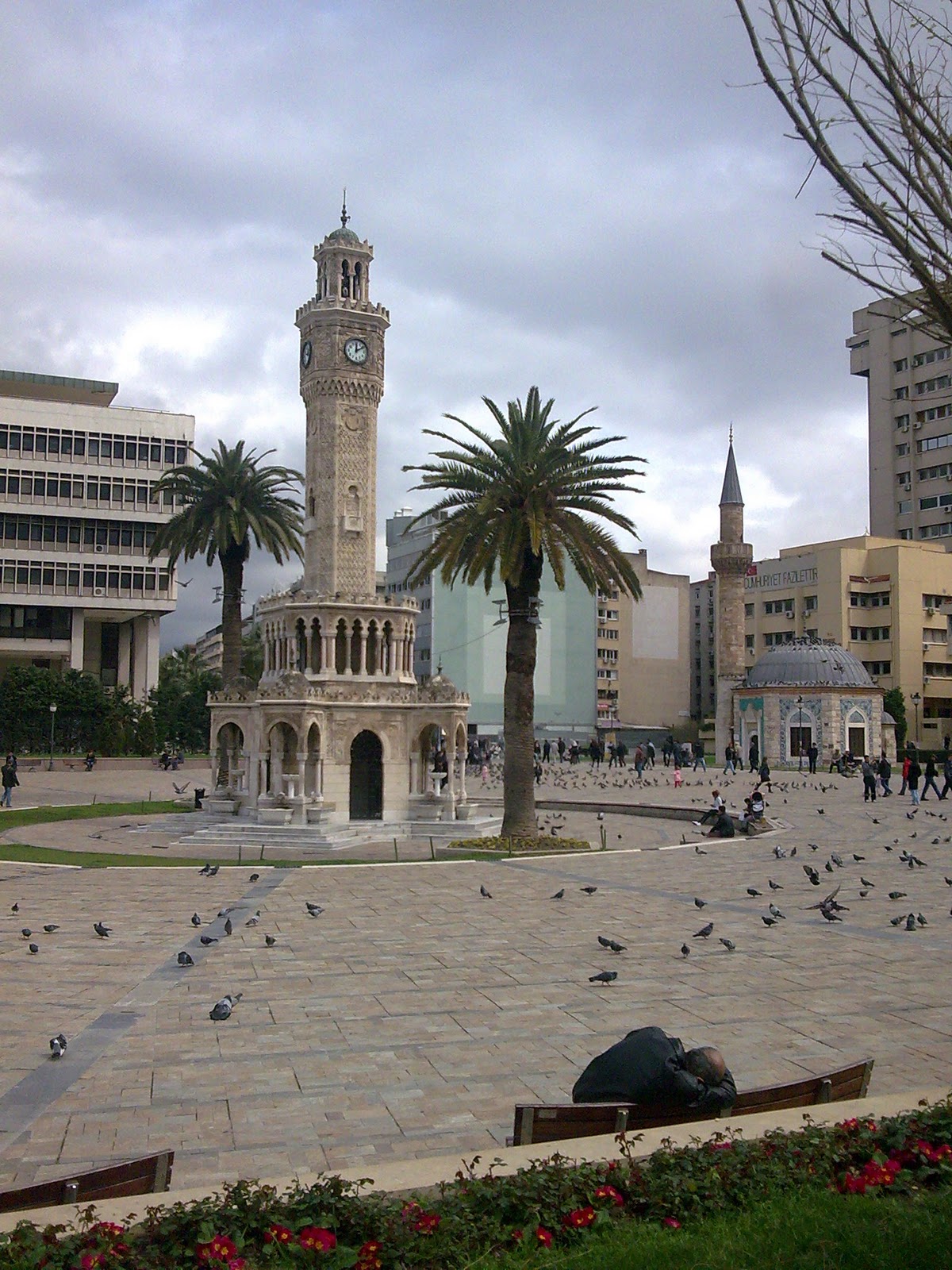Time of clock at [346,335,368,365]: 12:10
